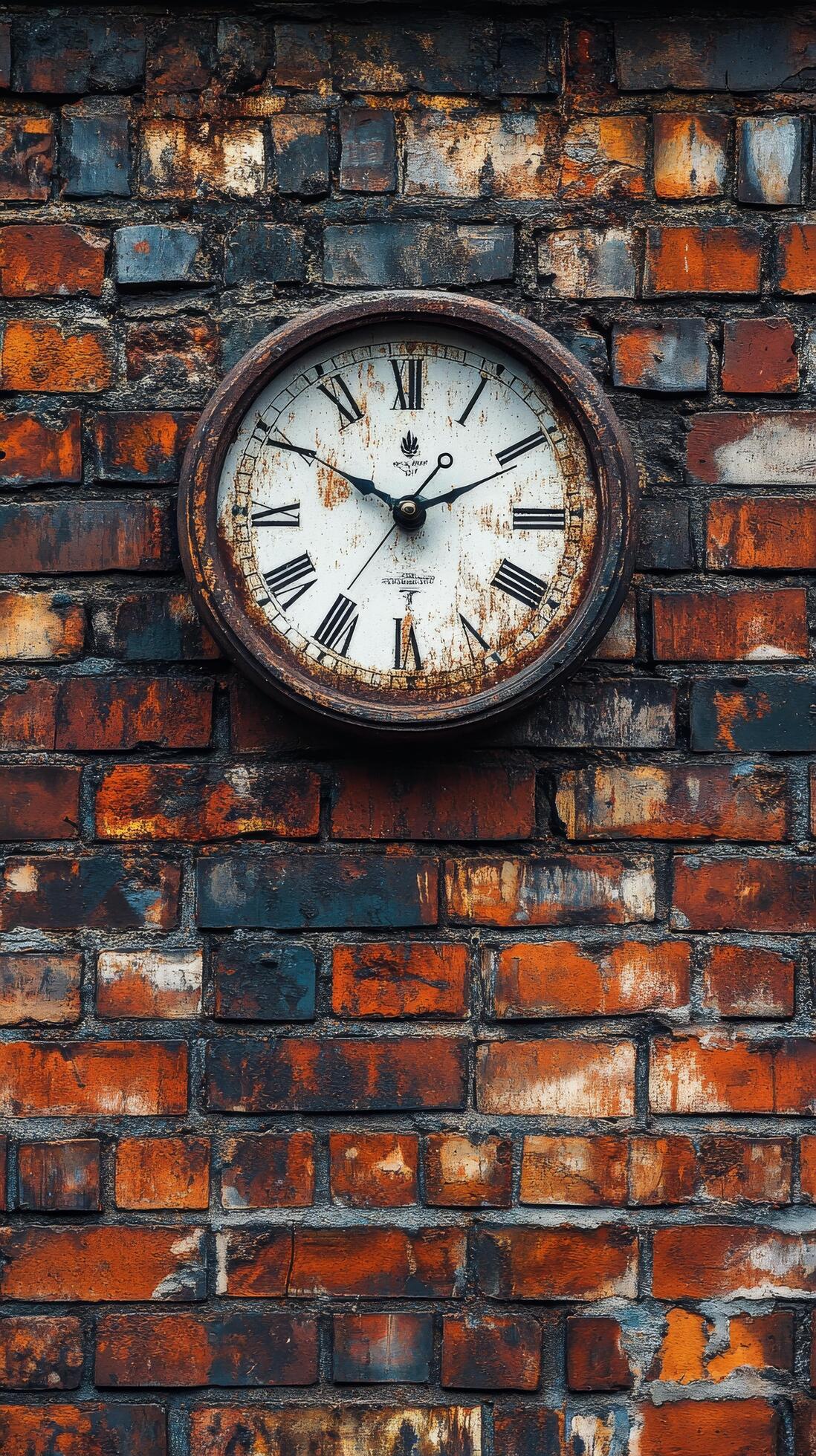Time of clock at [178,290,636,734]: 1:50
